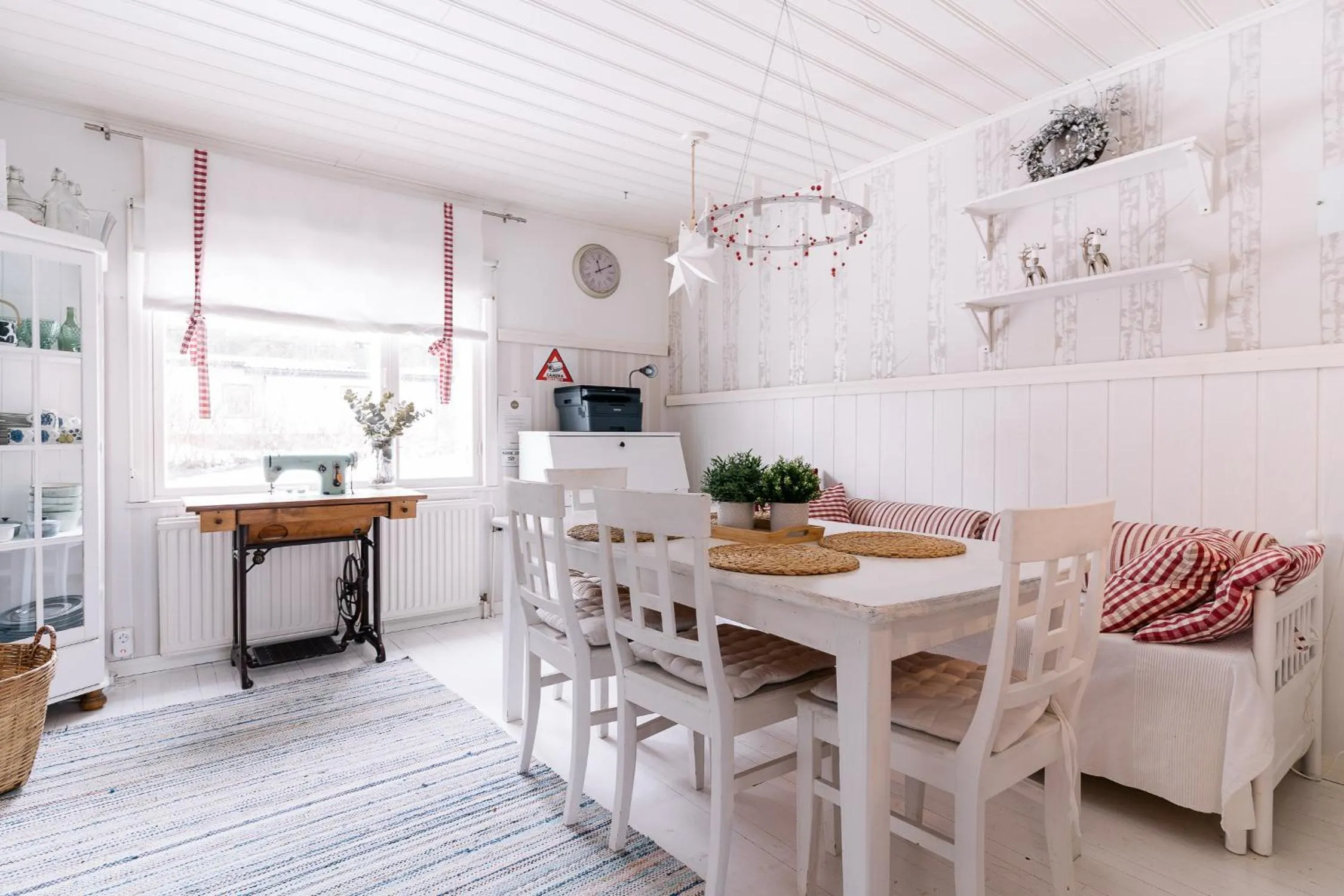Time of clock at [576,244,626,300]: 11:10
